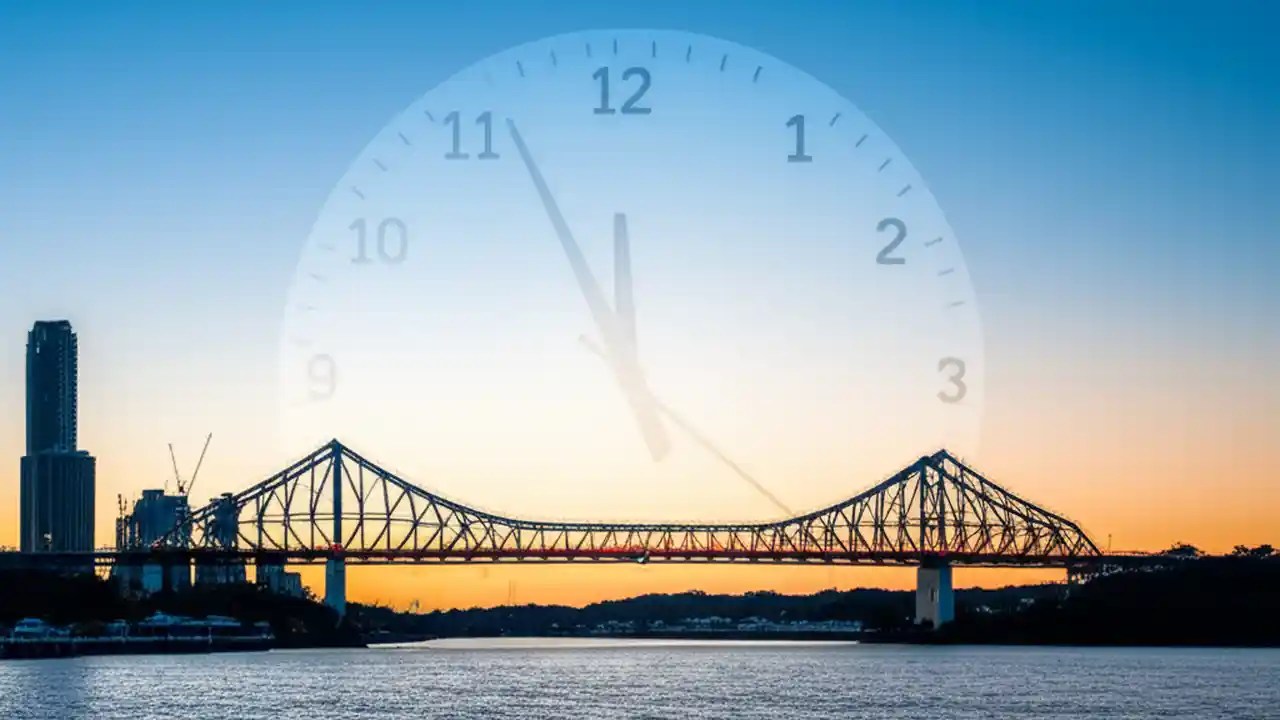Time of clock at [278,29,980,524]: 11:56
